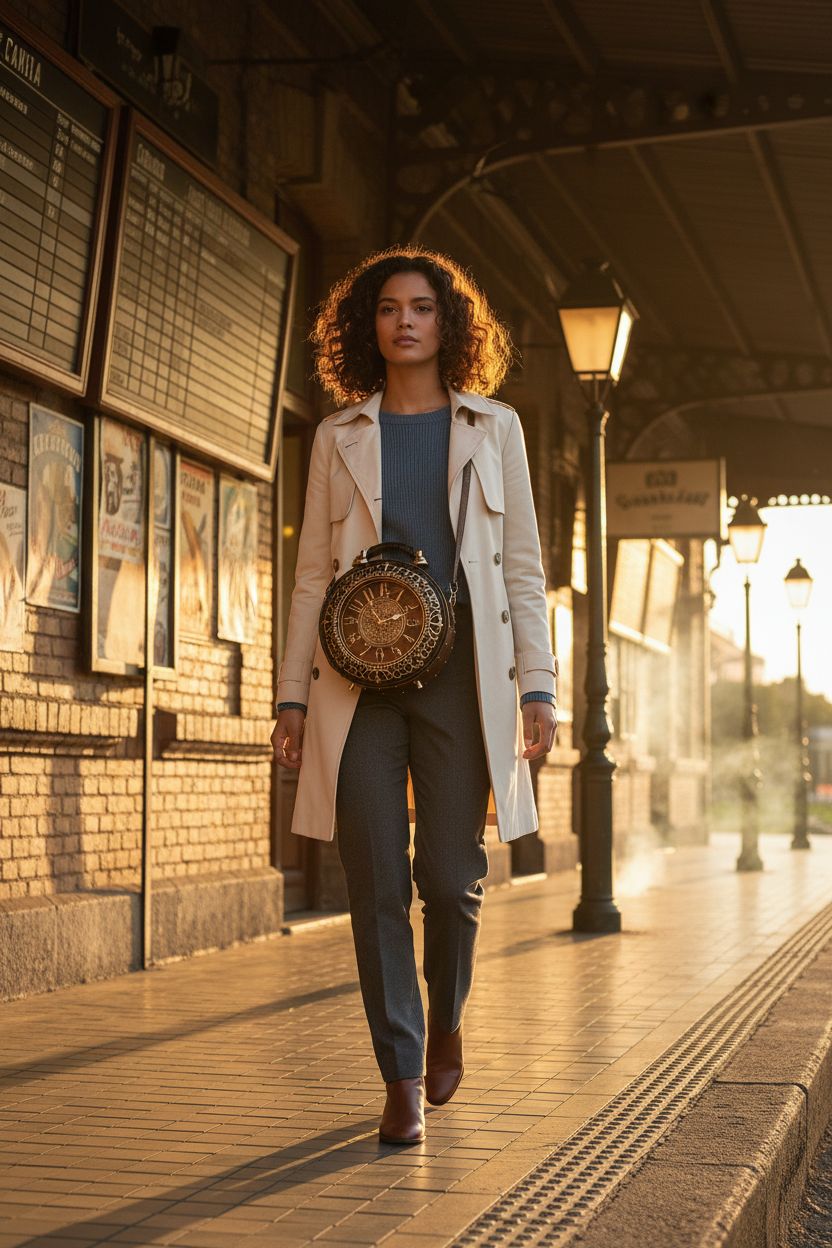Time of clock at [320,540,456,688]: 1:54
